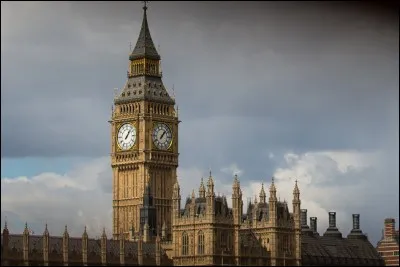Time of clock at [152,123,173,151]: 1:07
